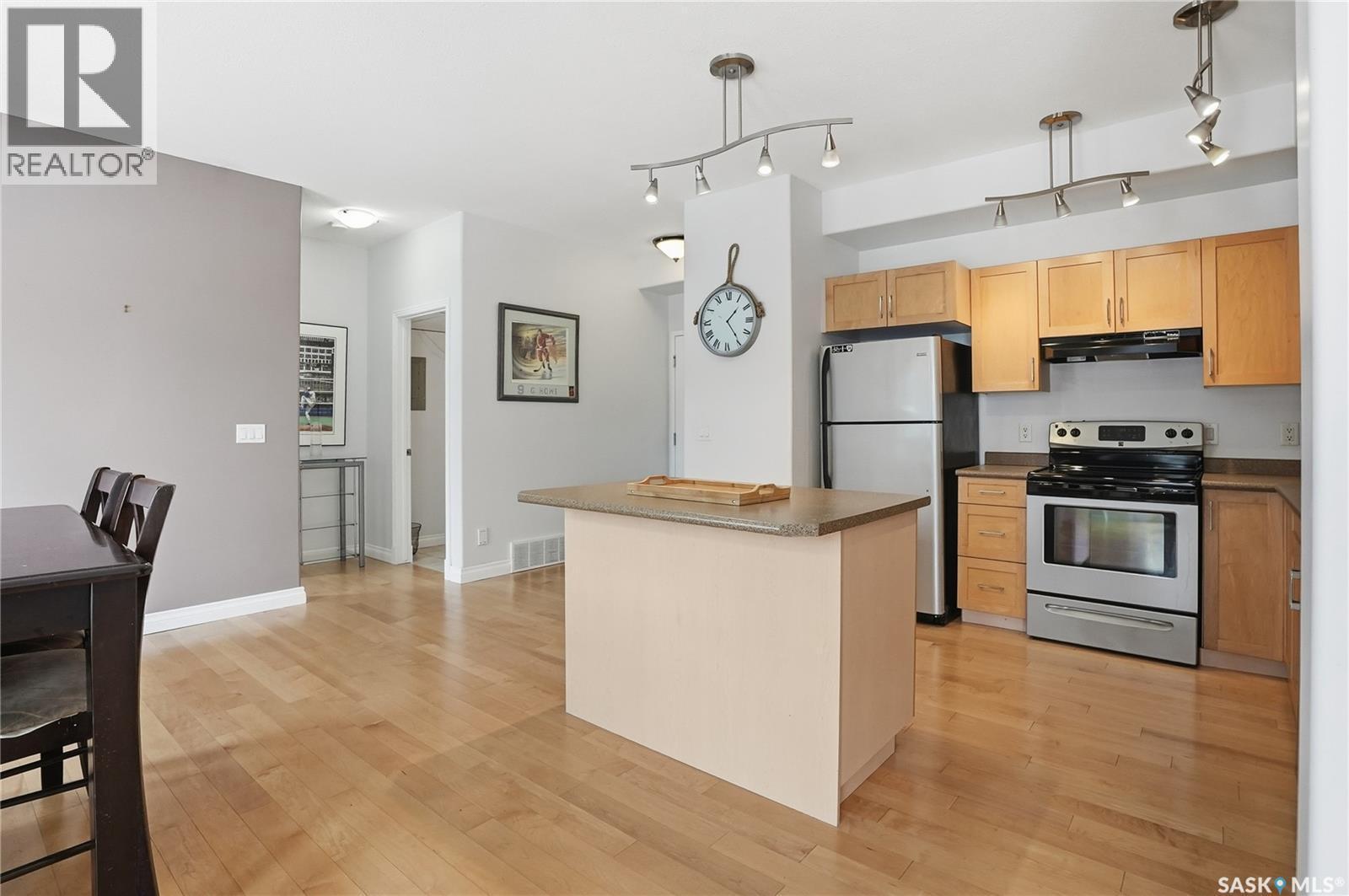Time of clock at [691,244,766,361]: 1:24
